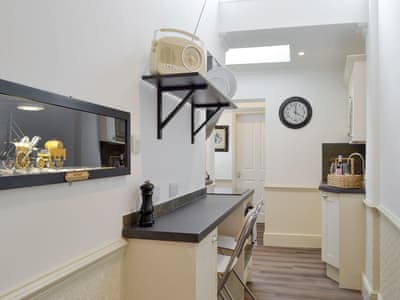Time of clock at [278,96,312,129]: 4:00
